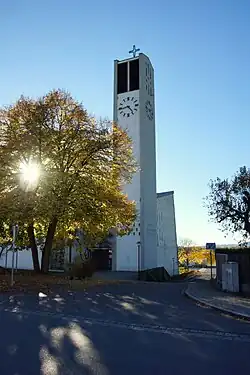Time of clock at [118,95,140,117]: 4:43
